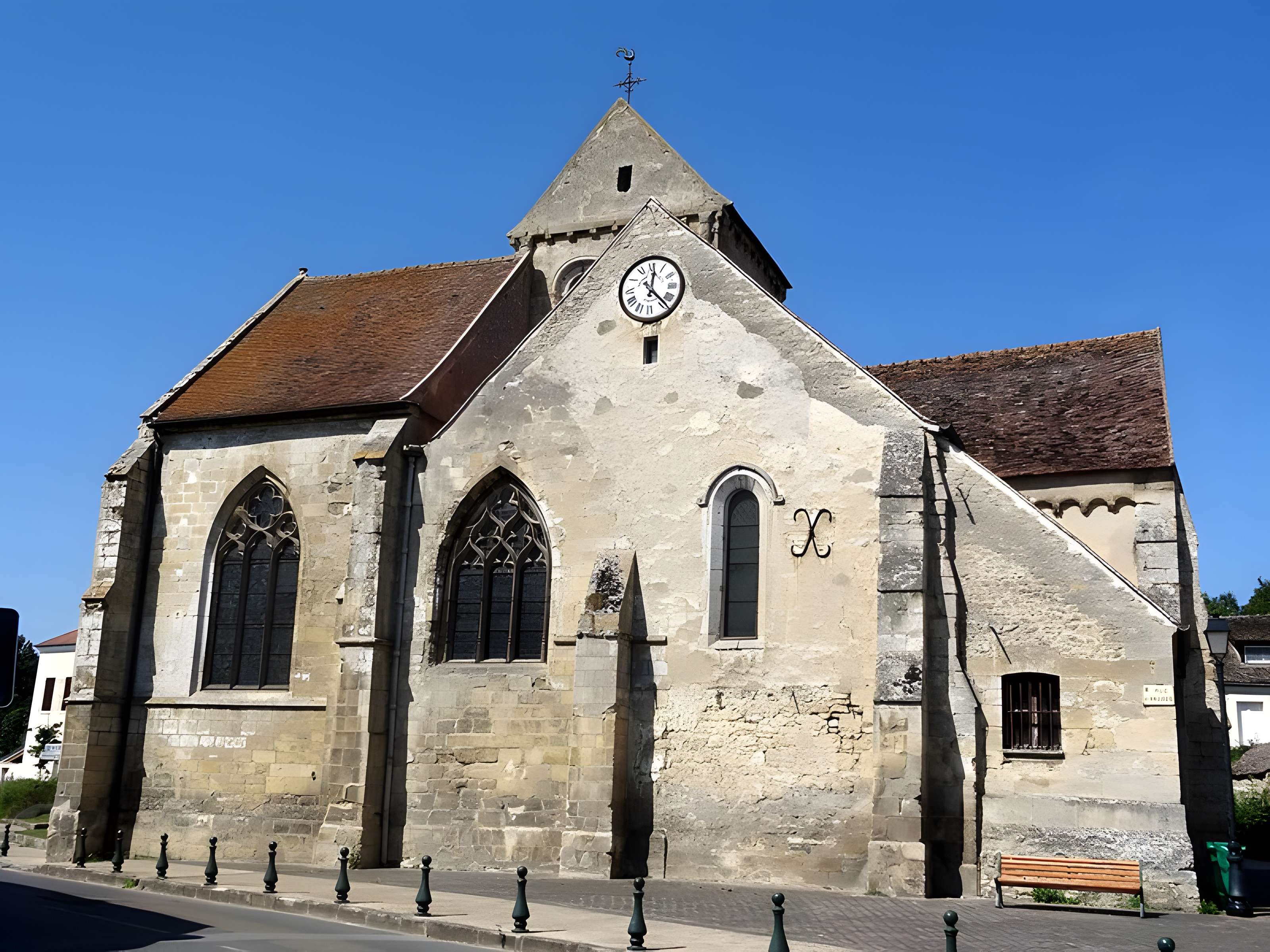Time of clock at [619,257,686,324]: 12:22
